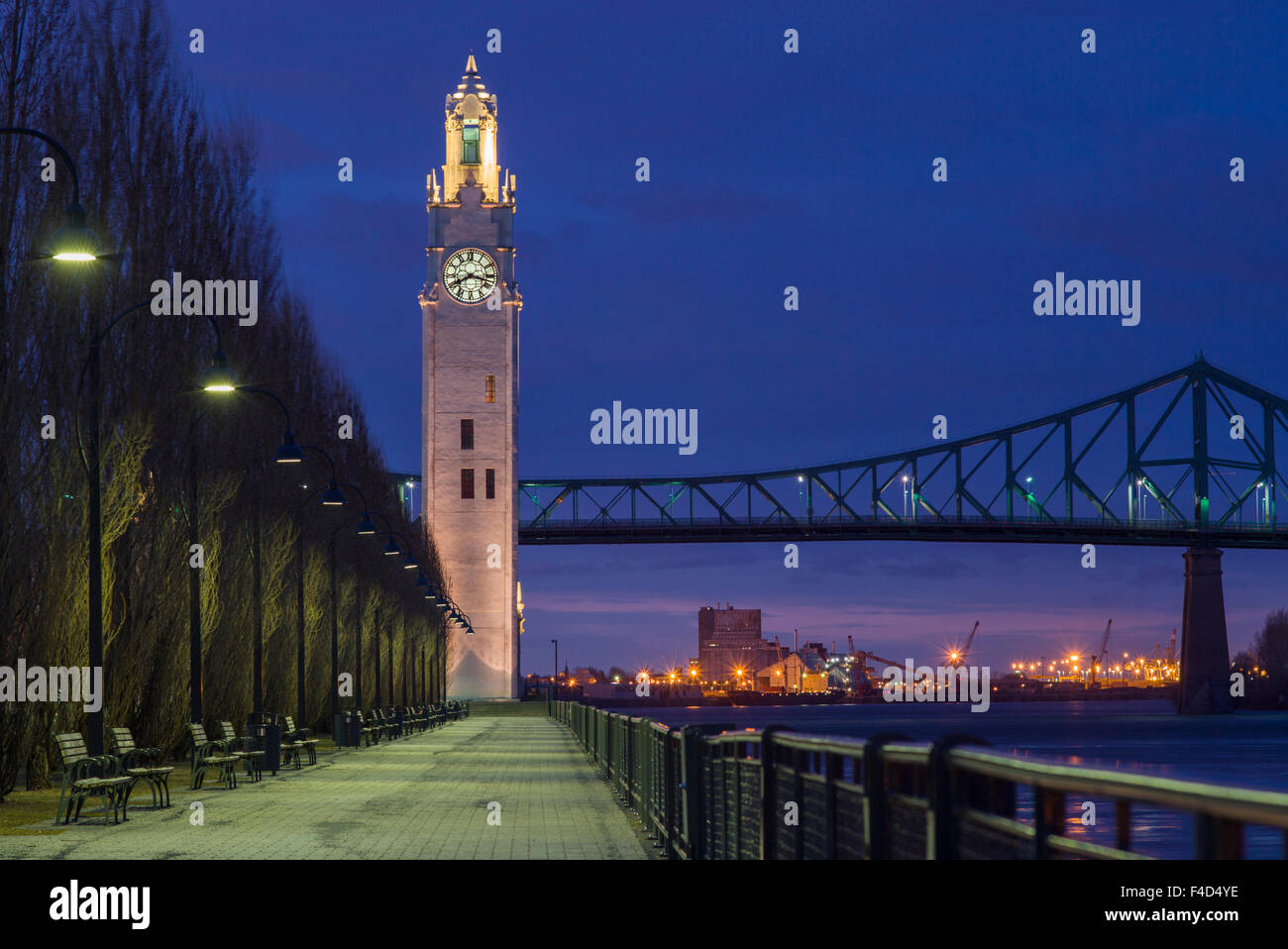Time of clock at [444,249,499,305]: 8:17
